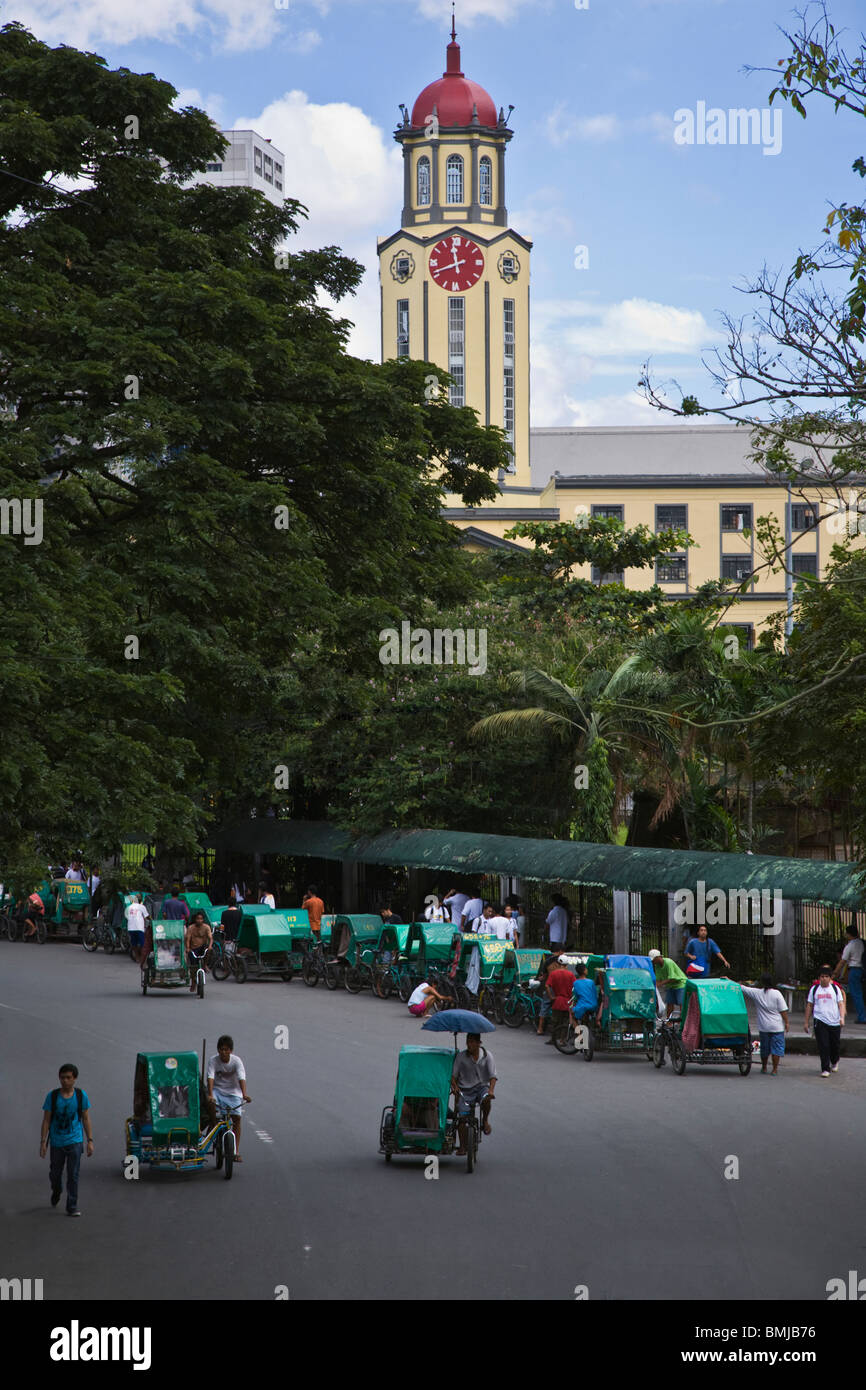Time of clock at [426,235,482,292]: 11:41
